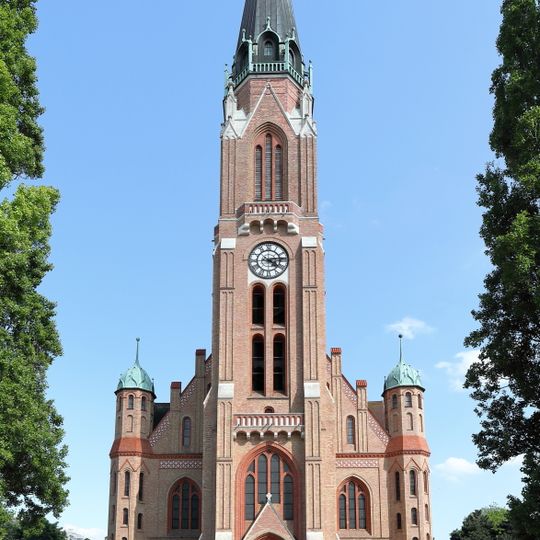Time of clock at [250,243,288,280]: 4:13
